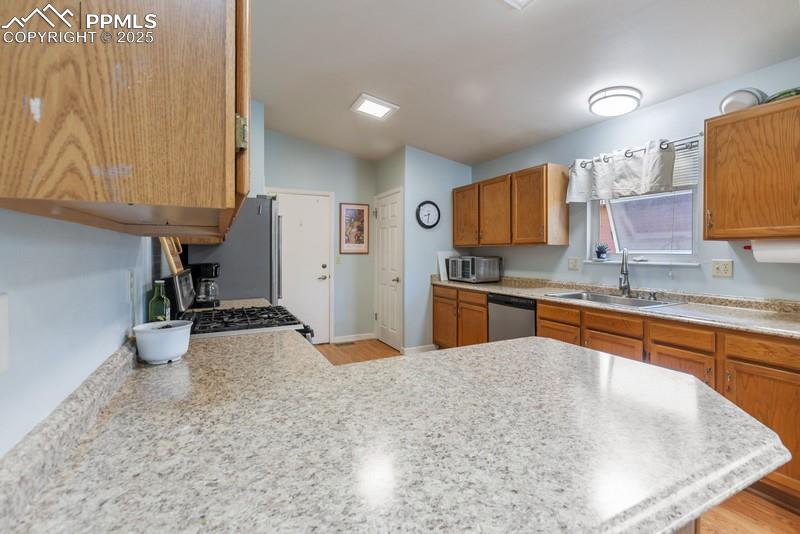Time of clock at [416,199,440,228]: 8:31
